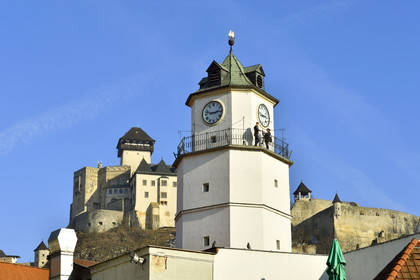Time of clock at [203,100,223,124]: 2:47
